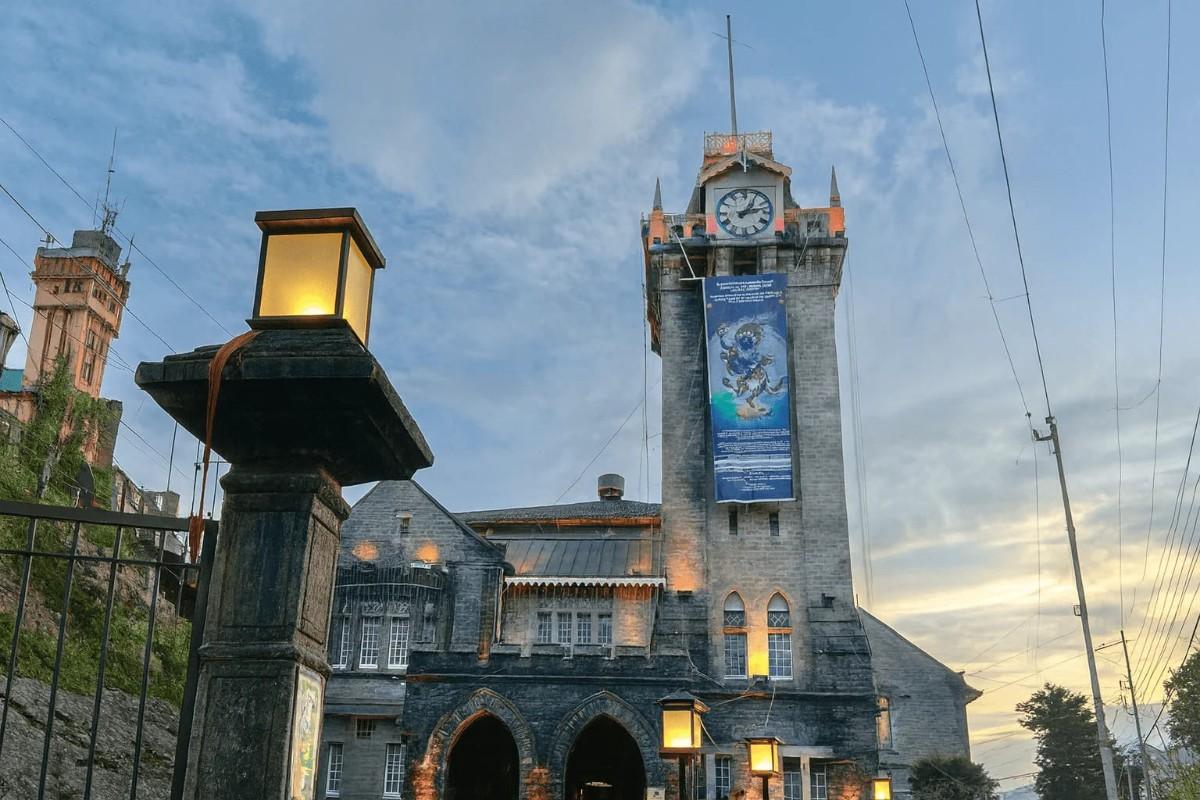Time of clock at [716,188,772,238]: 1:12
